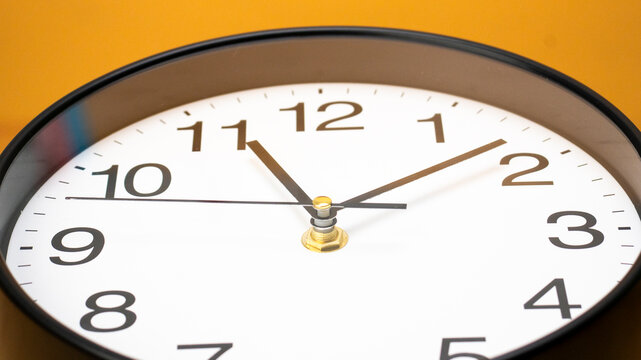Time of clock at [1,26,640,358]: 11:08
